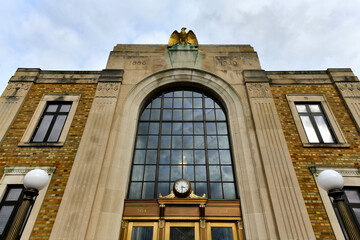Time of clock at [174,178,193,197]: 3:29
